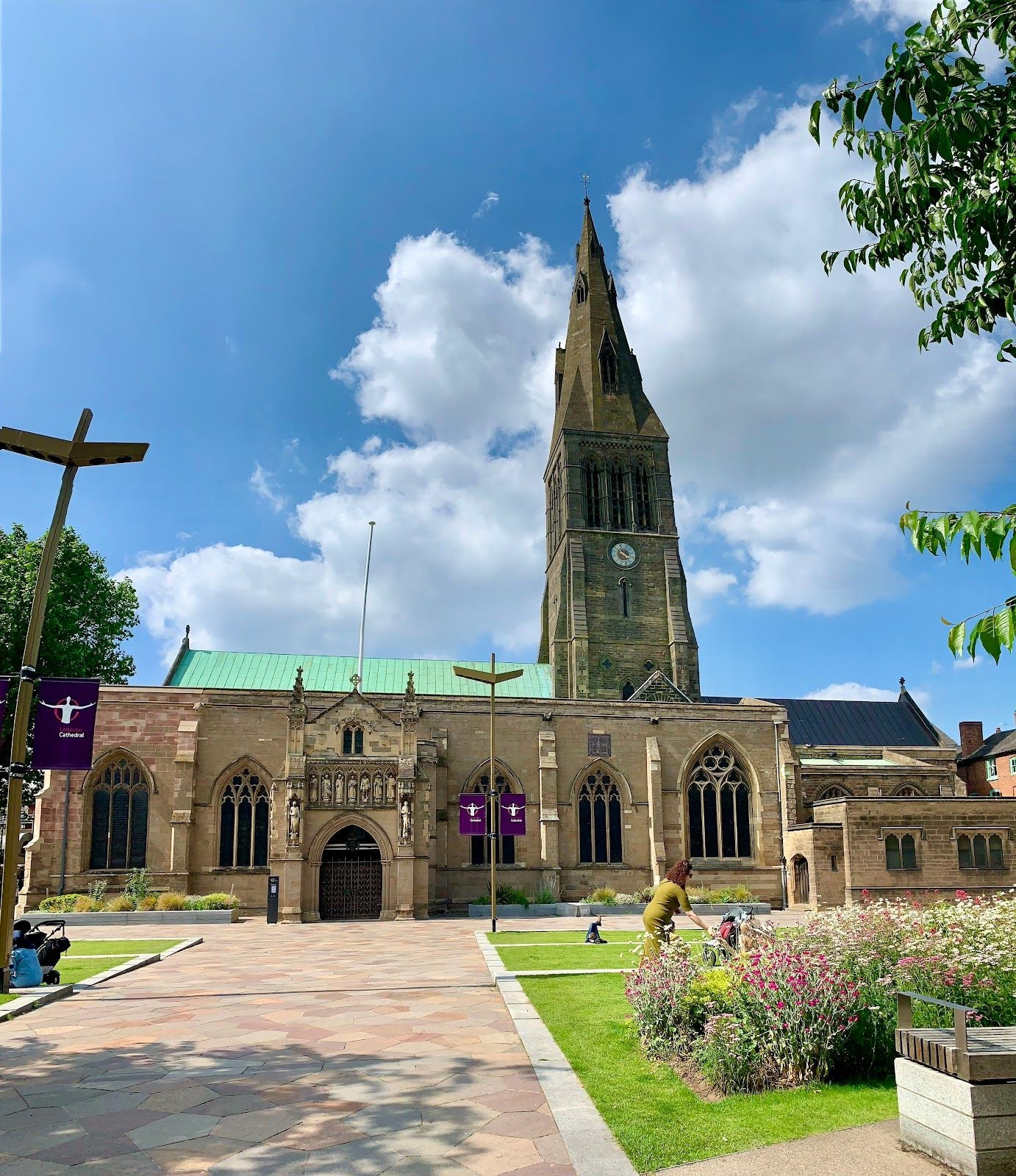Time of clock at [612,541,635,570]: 3:51
